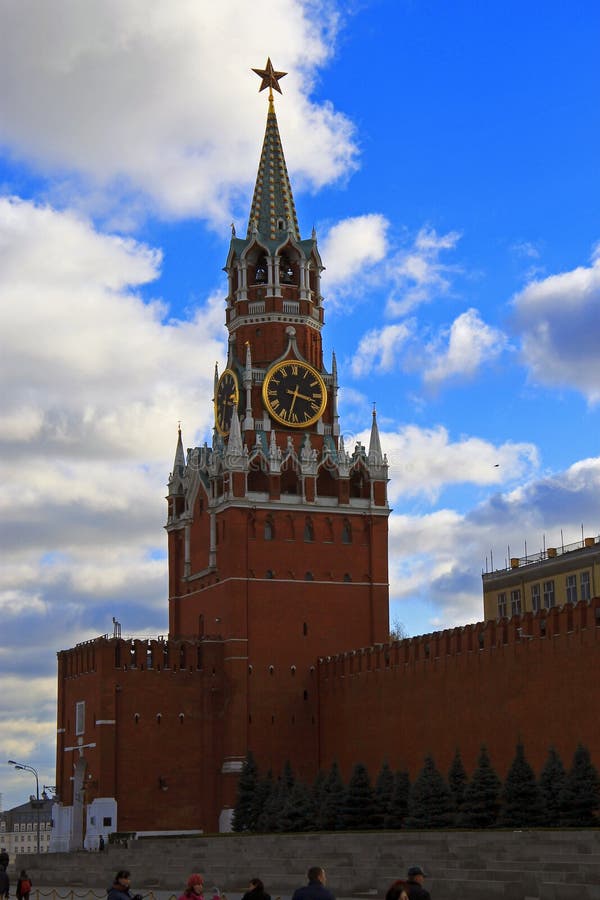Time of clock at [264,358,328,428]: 3:32
